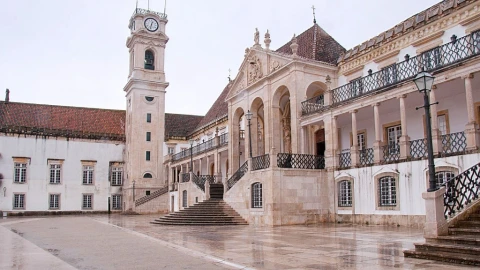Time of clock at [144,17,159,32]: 12:32
